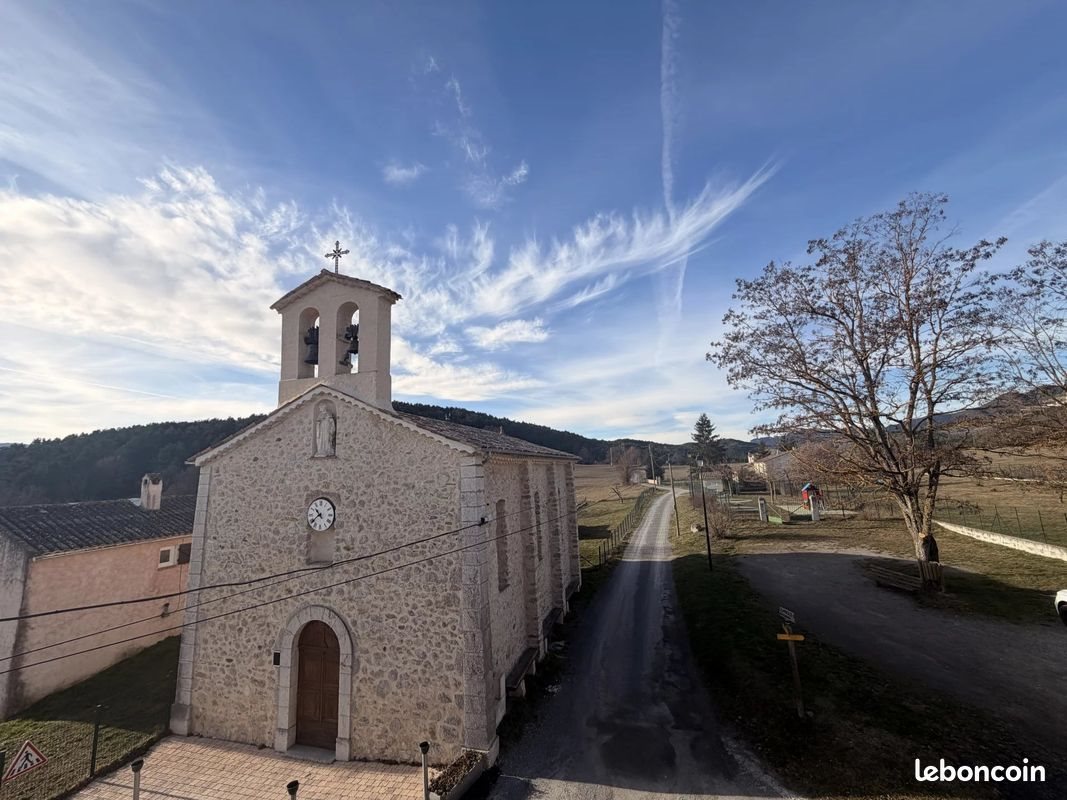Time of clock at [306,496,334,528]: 10:38
